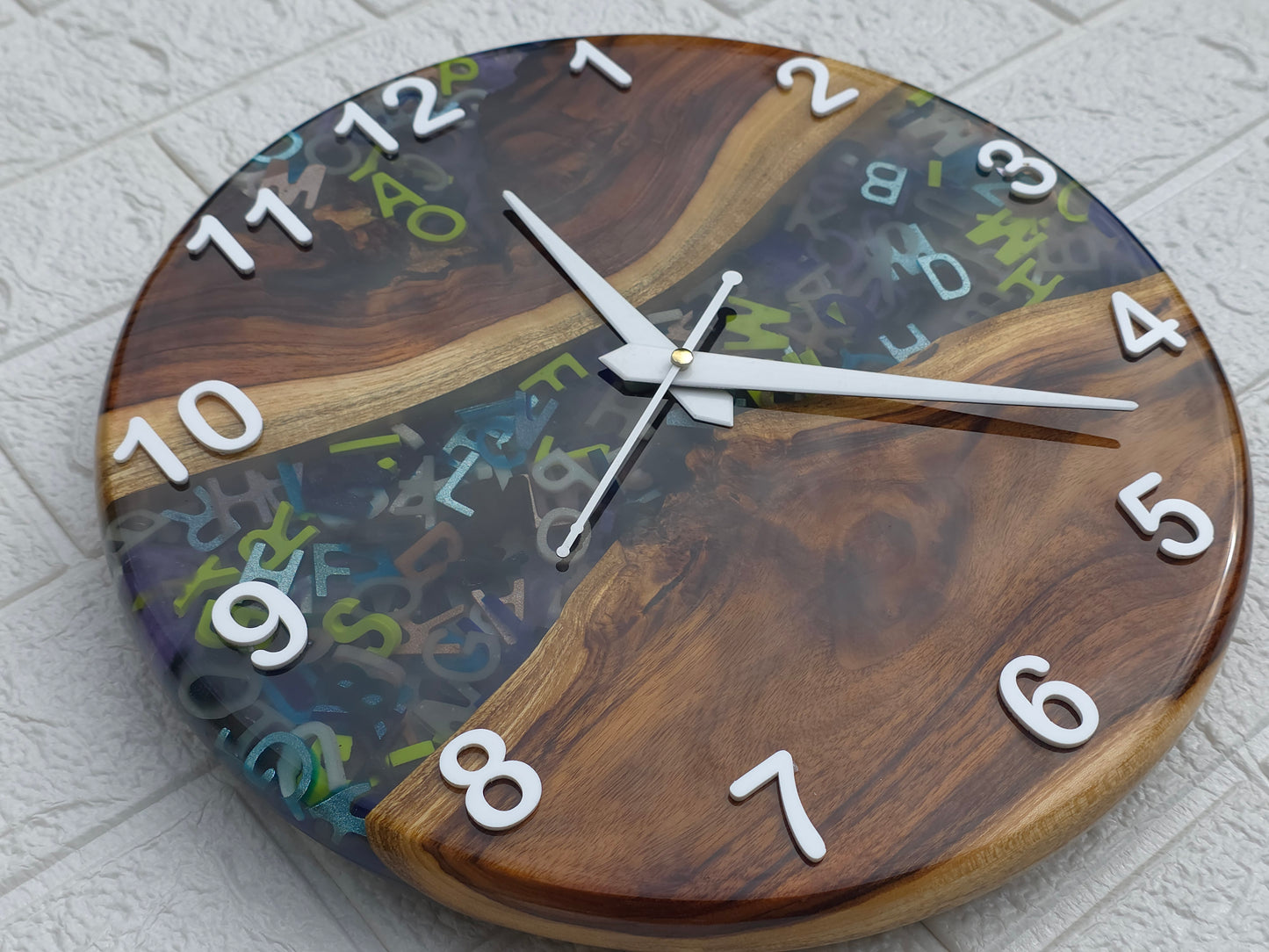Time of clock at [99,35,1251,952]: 11:17
